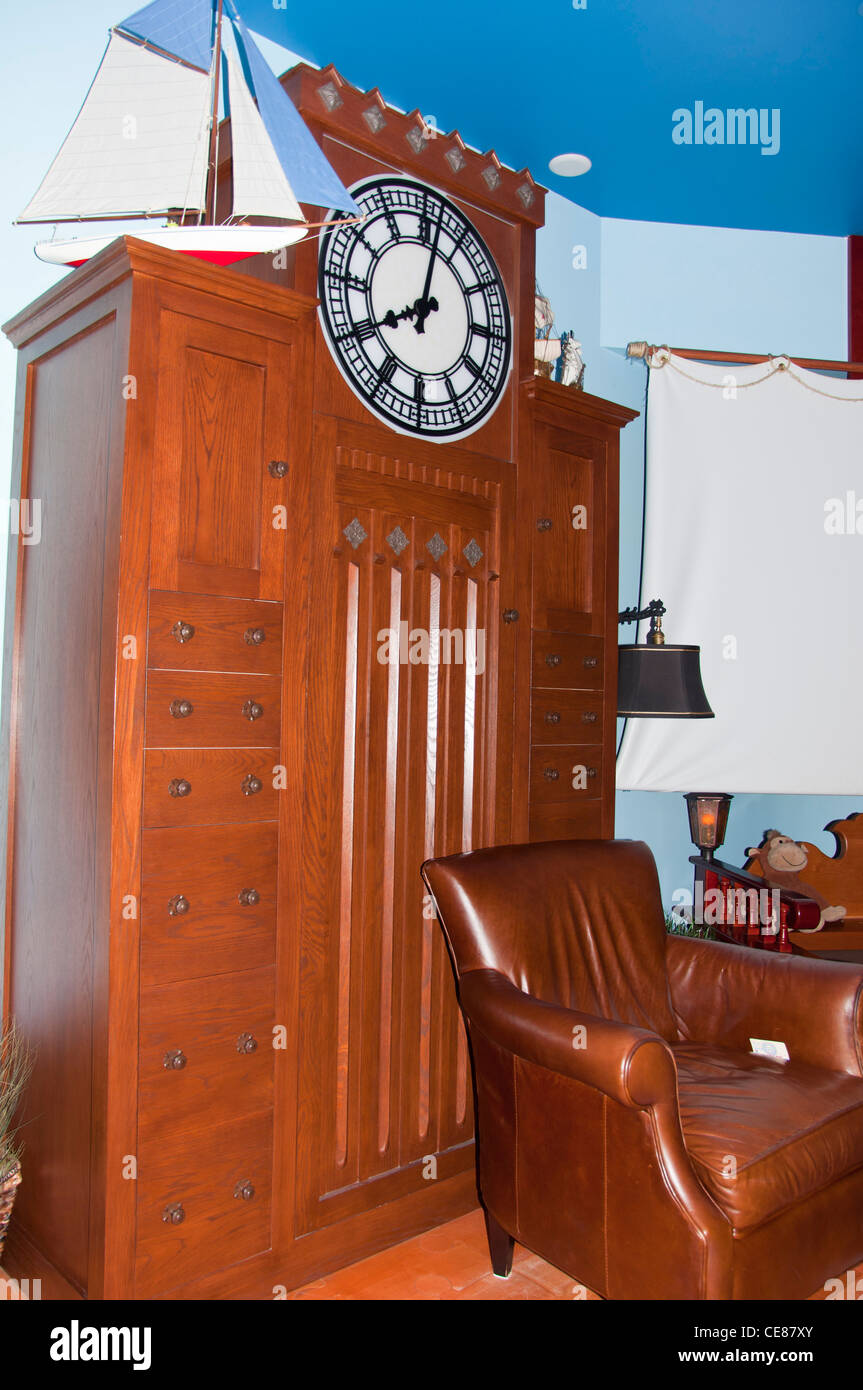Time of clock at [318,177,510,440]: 8:01
